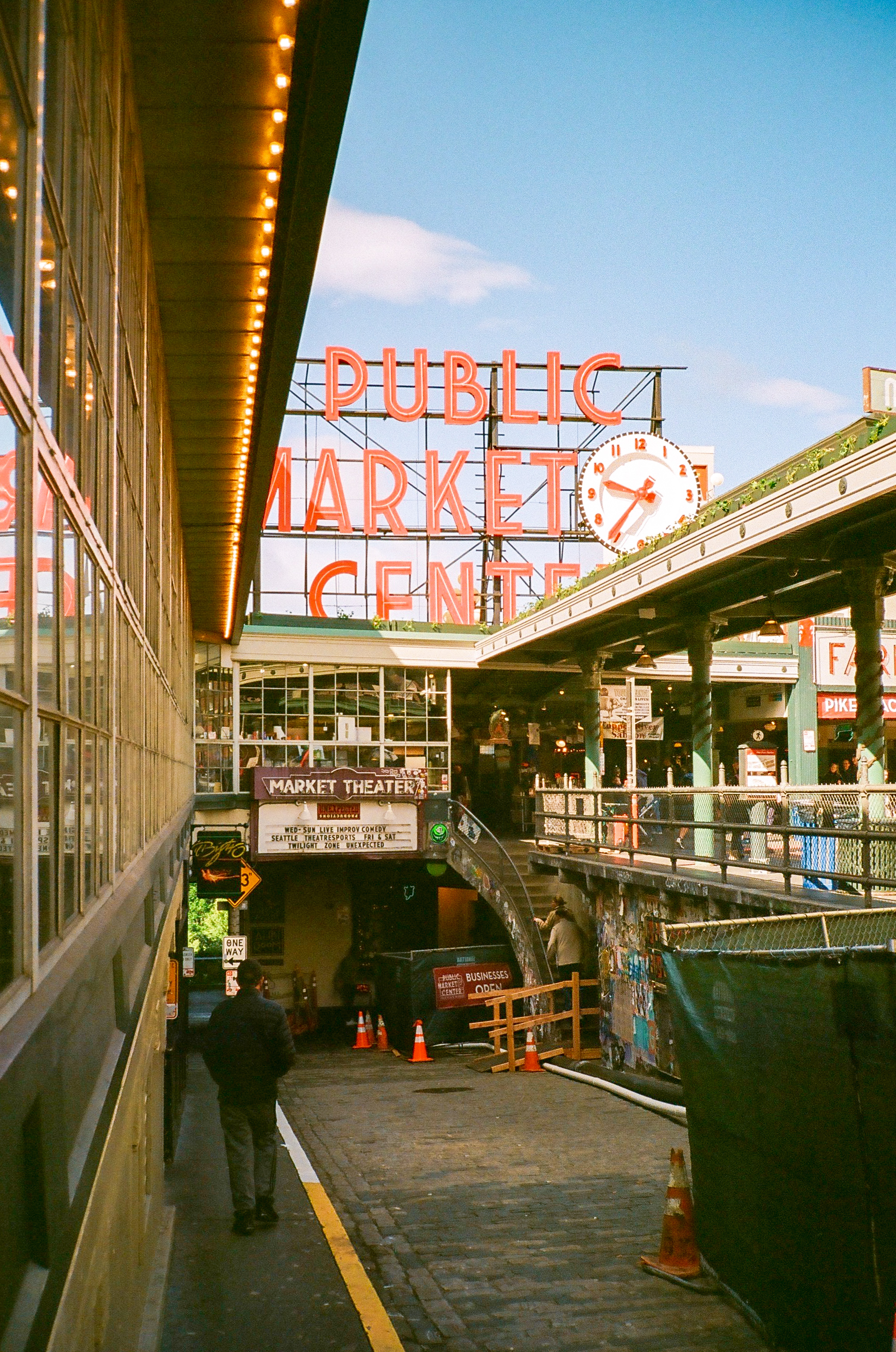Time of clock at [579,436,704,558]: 9:36
